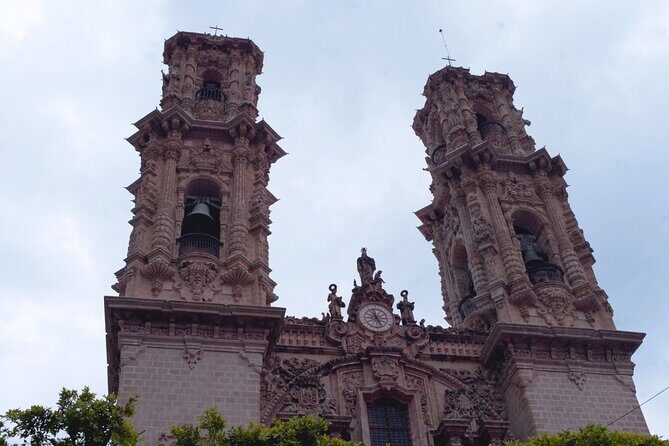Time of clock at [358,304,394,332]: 11:25
